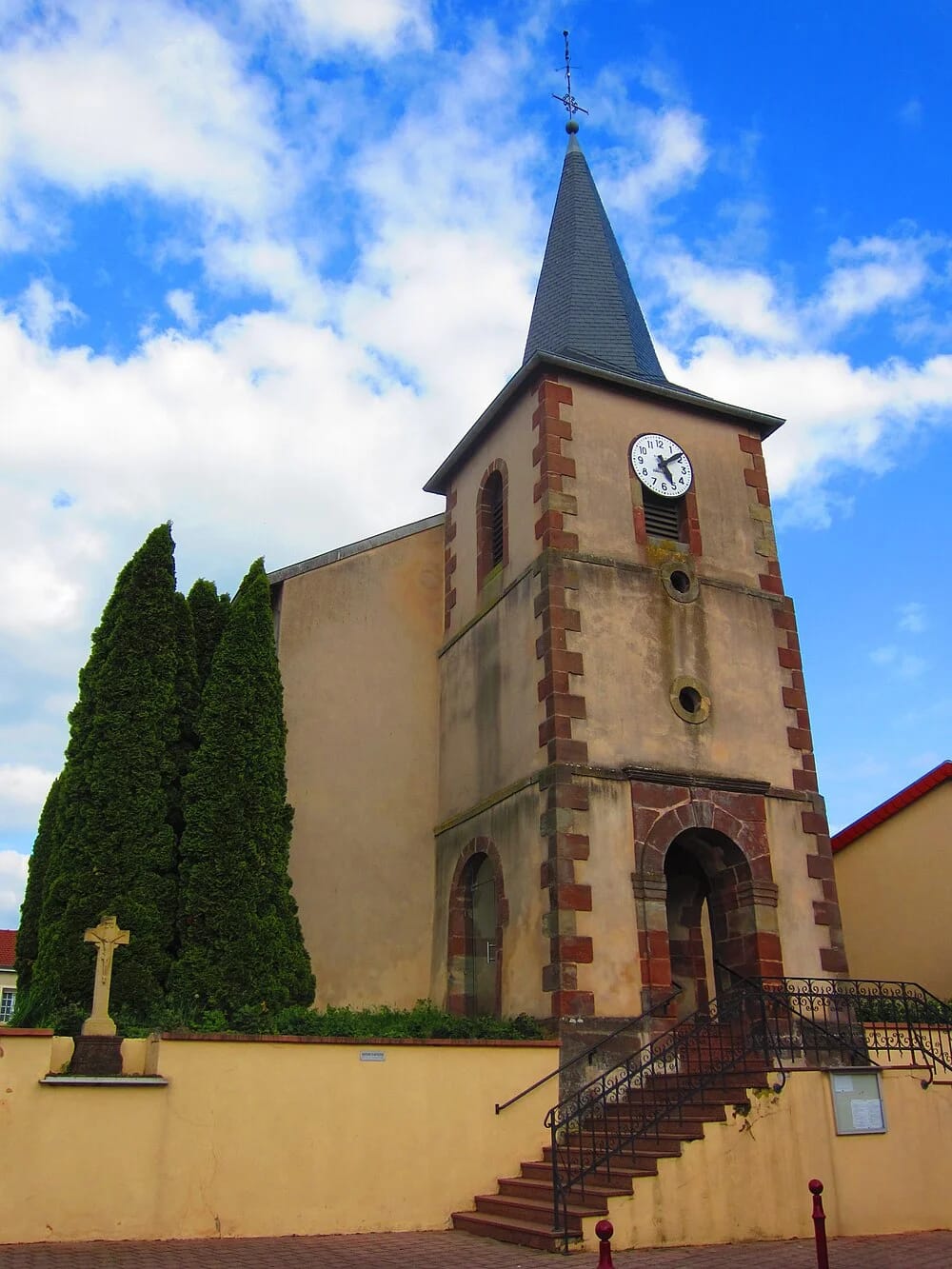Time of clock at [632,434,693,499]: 5:08
